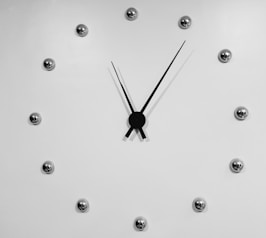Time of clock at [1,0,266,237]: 11:06
